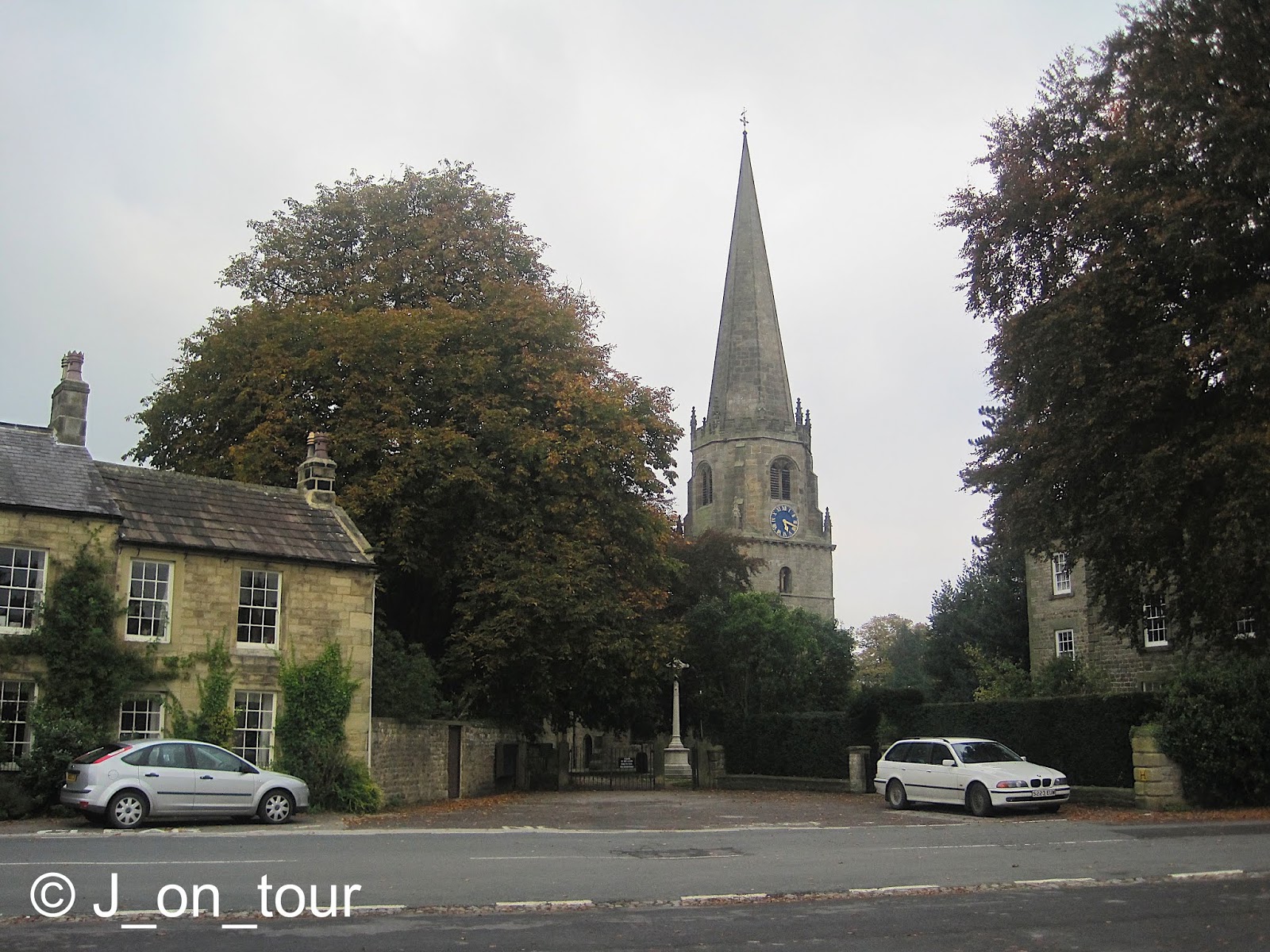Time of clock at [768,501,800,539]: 5:17
